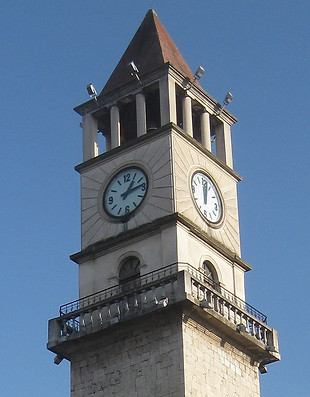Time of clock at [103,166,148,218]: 1:13
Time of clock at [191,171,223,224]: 12:02
